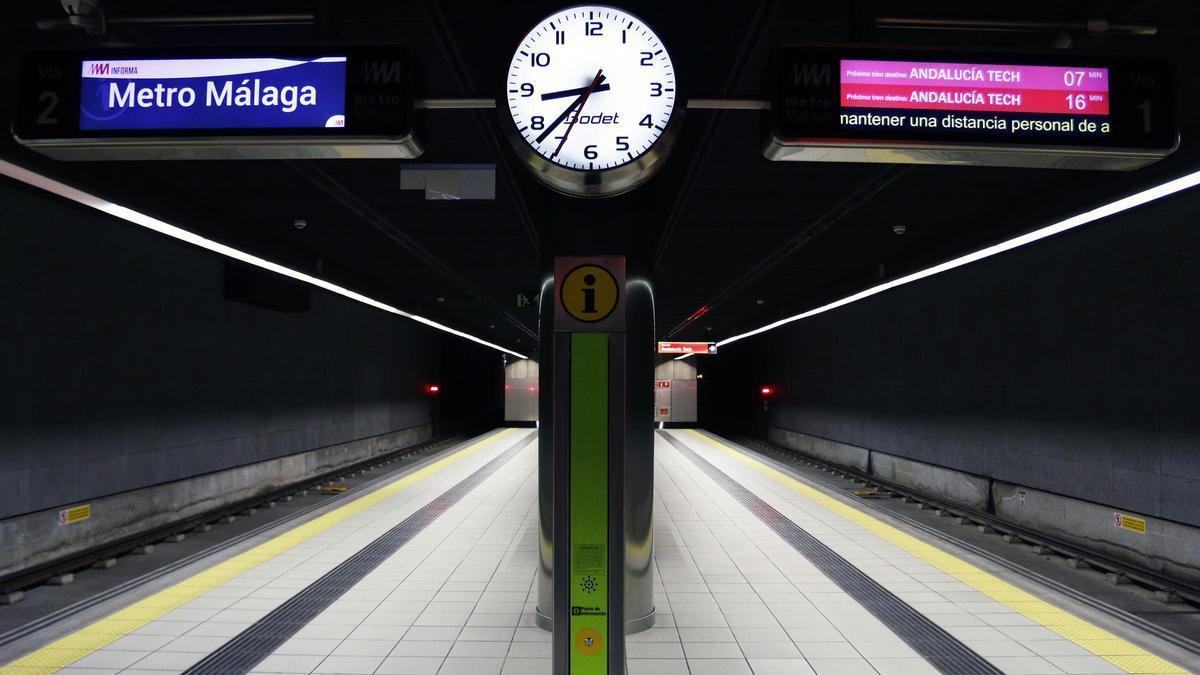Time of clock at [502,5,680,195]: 8:37
